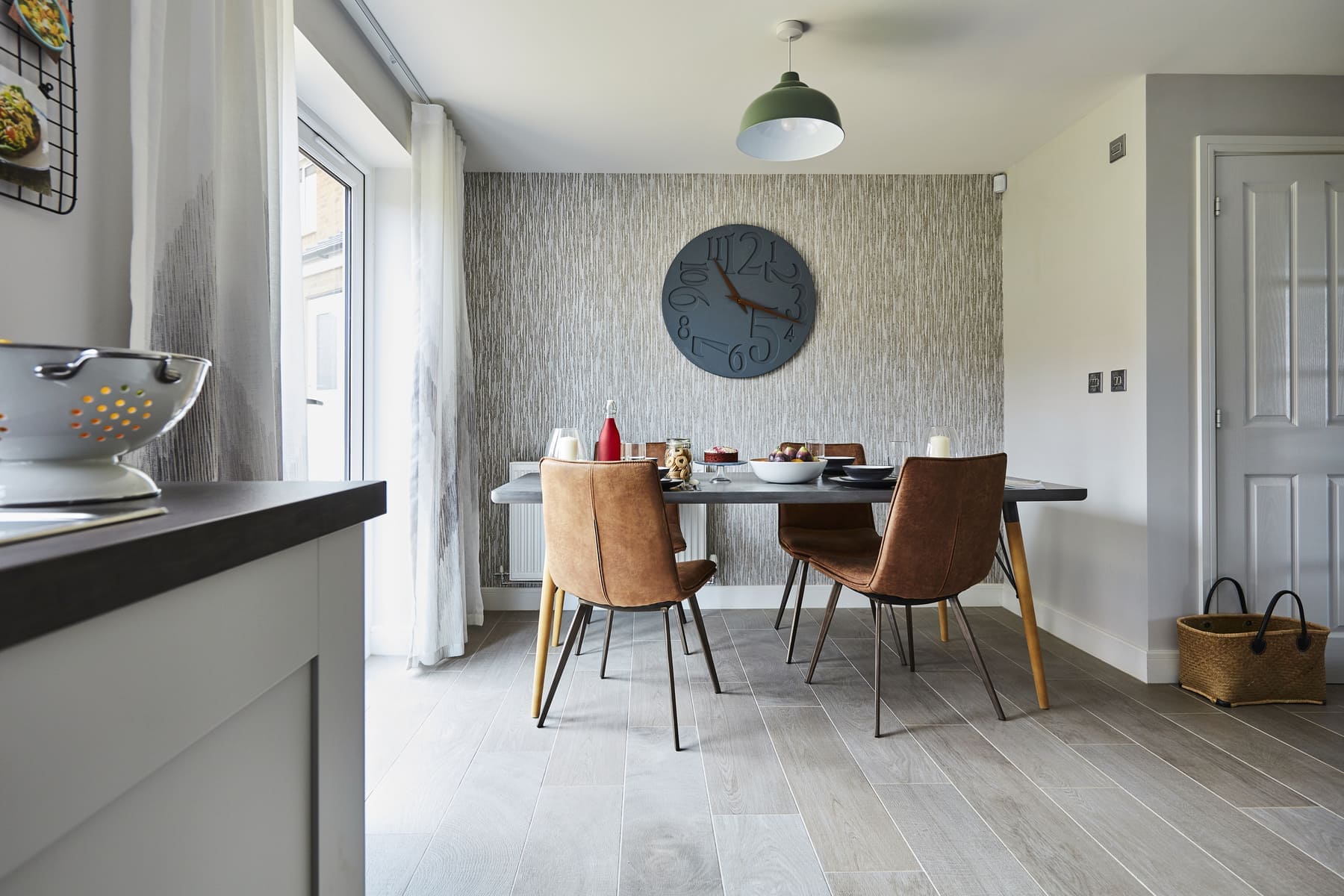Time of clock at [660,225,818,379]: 11:18
